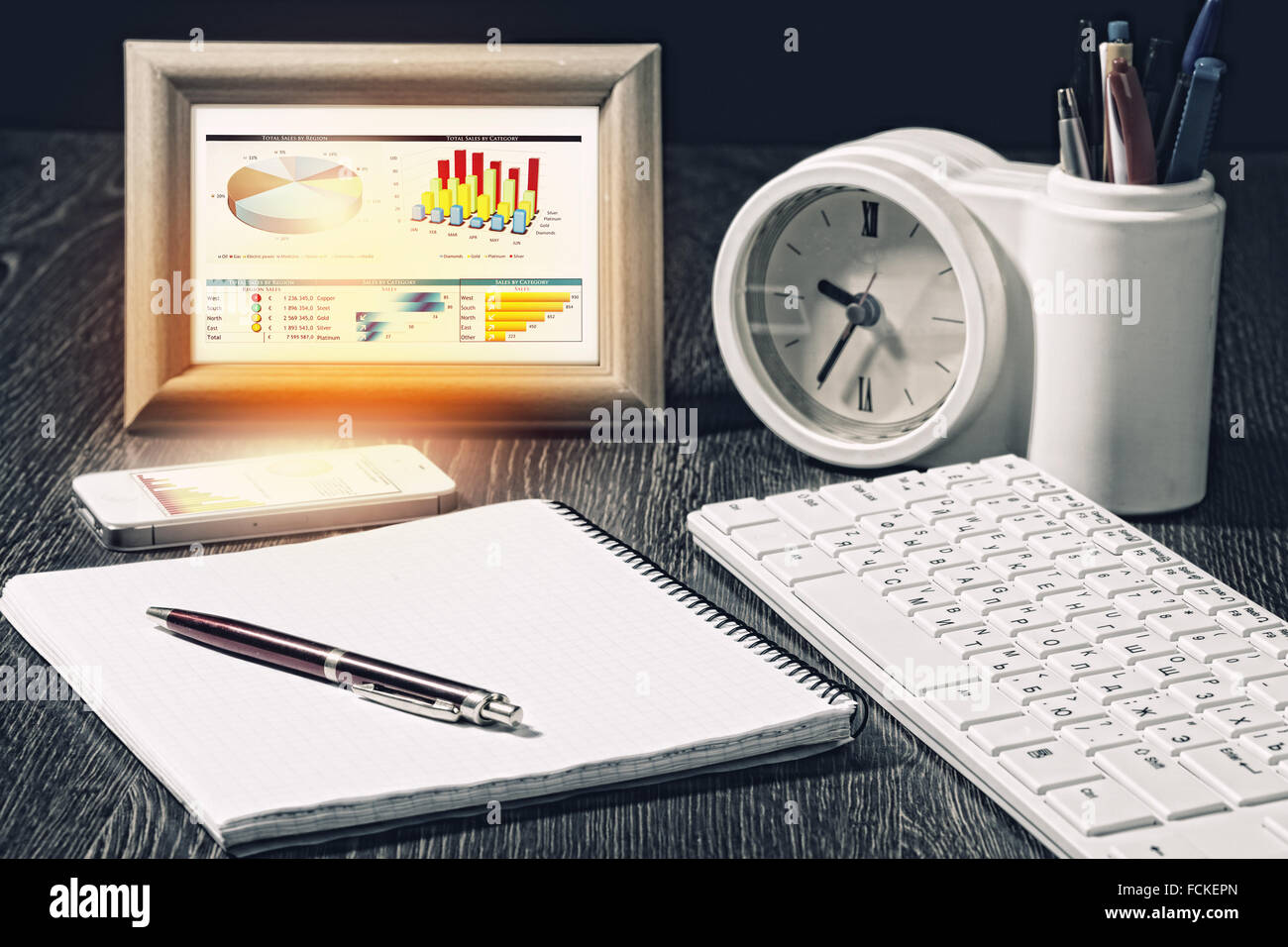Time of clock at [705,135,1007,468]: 9:35
